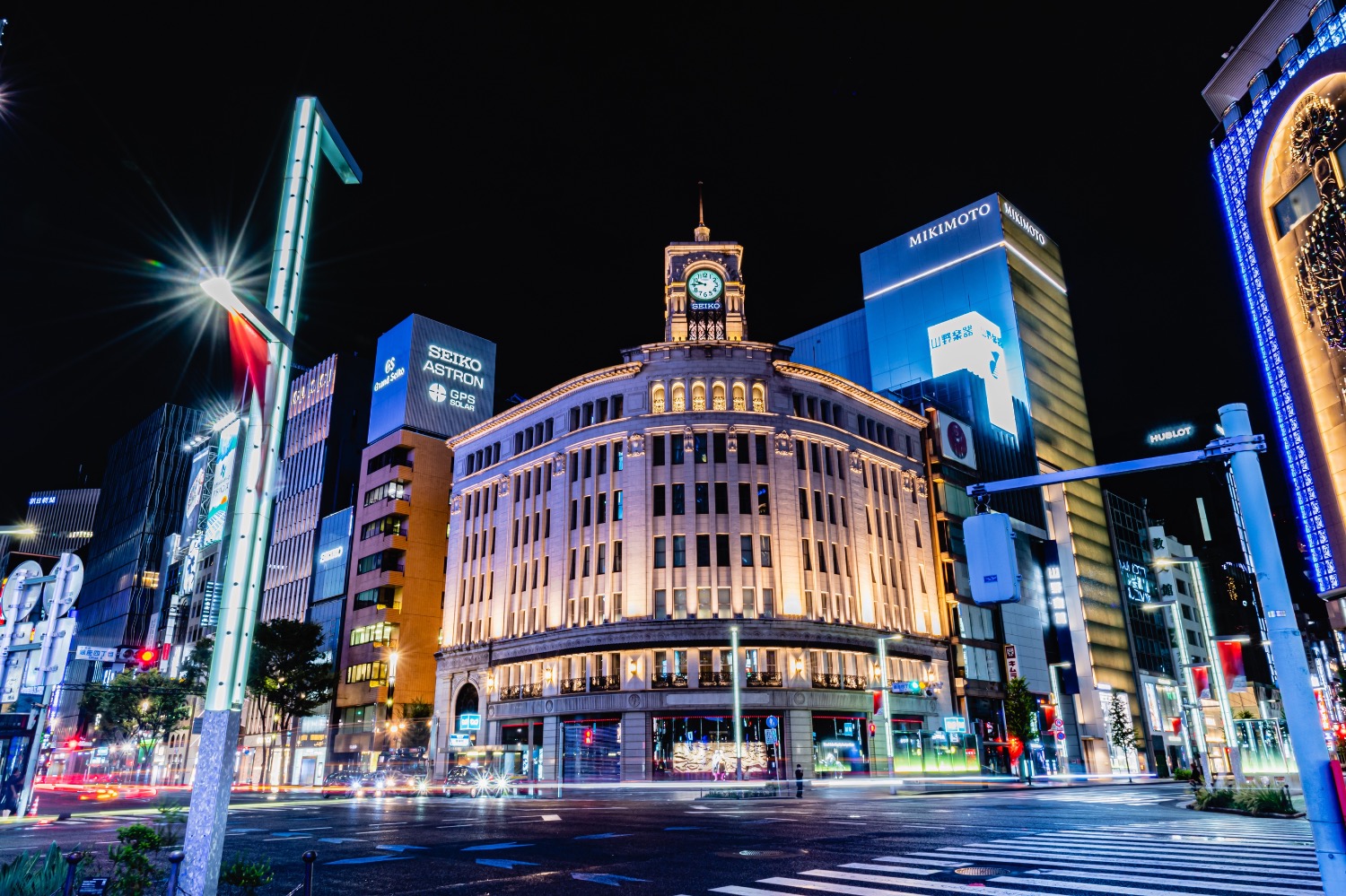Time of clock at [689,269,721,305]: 9:44
